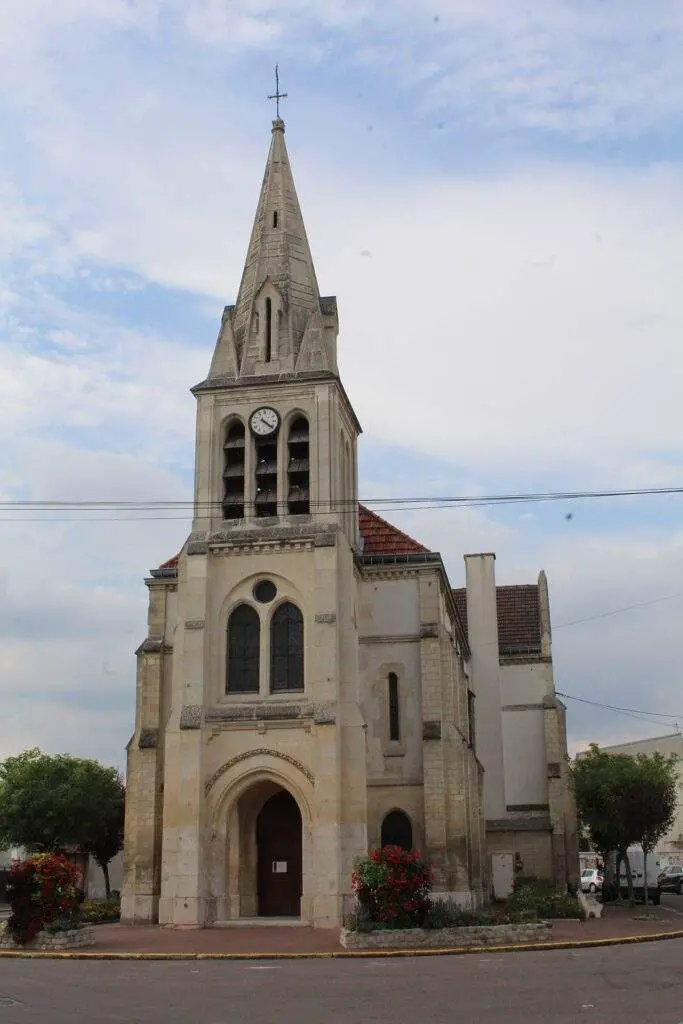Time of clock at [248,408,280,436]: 4:21
